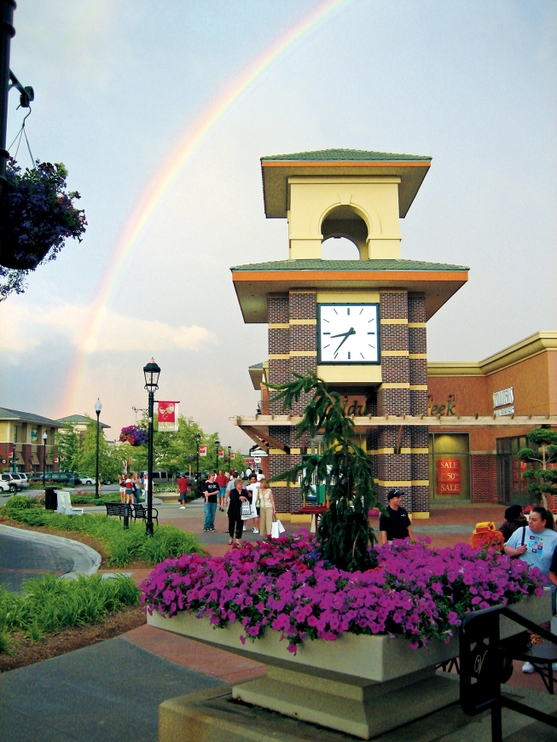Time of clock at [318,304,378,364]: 8:36
